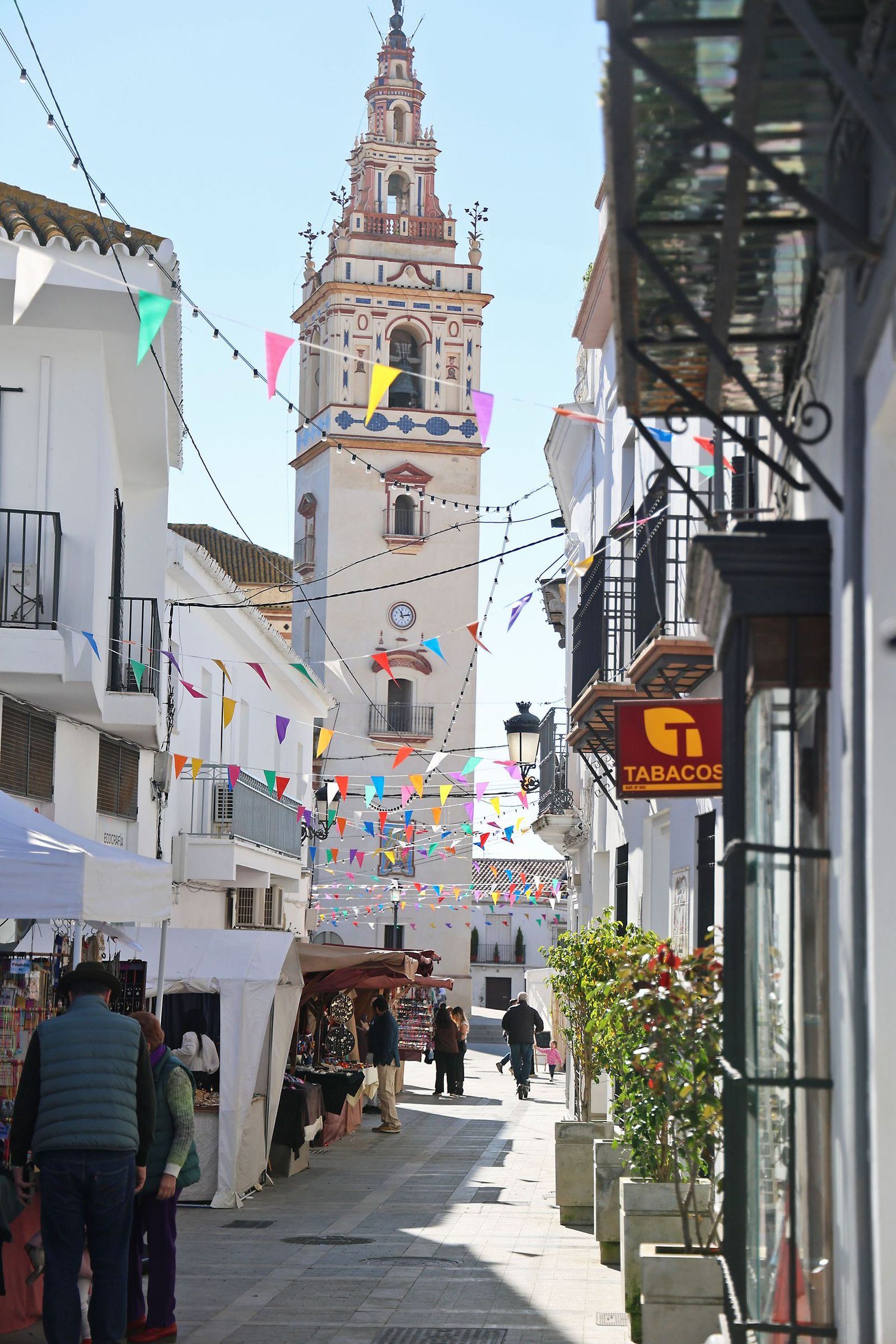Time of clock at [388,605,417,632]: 11:13
